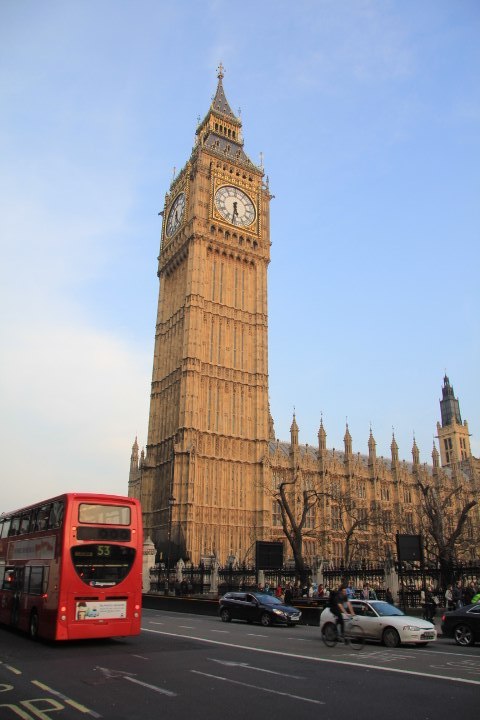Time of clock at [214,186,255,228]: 5:31
